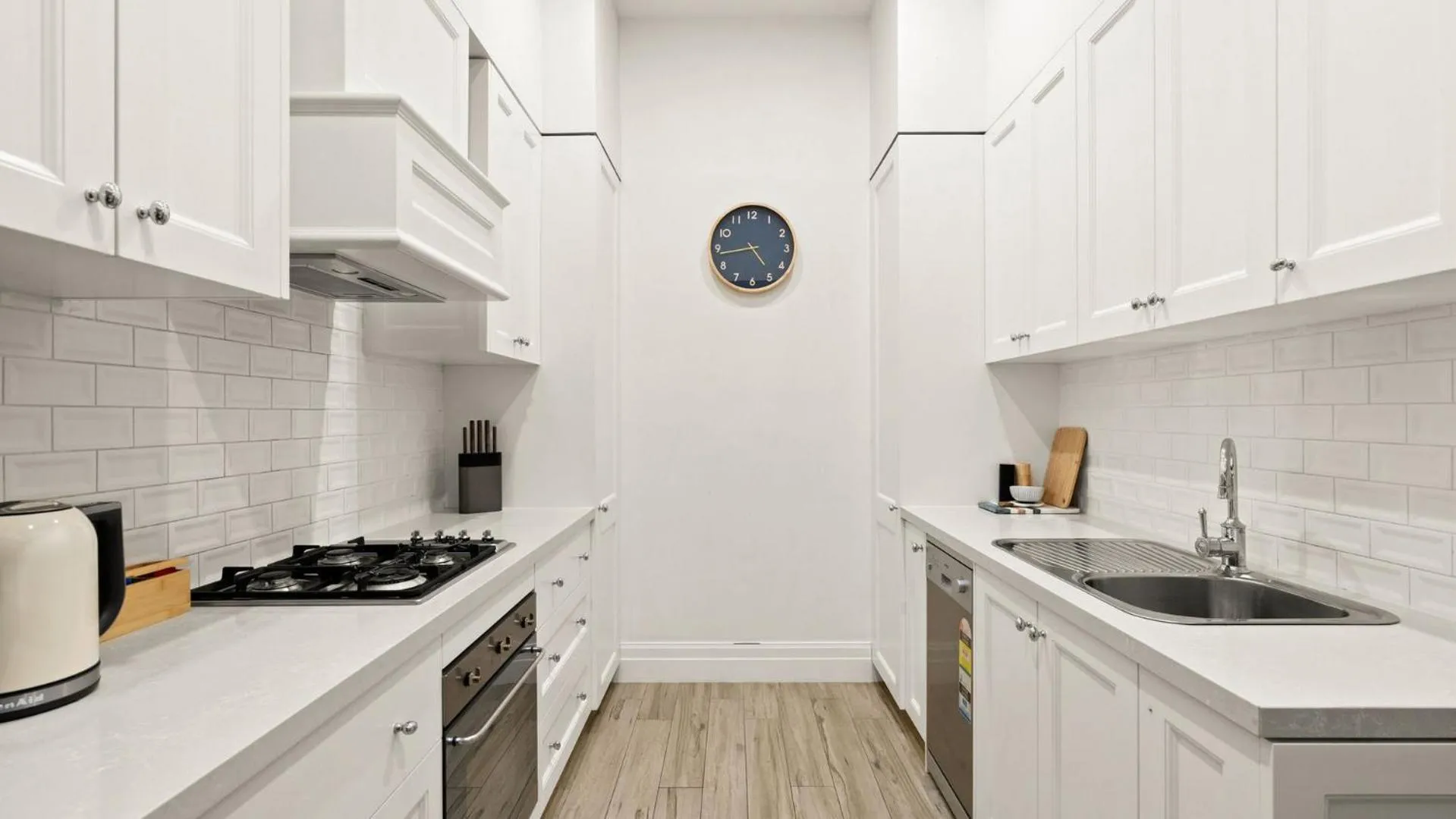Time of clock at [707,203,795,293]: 4:43
